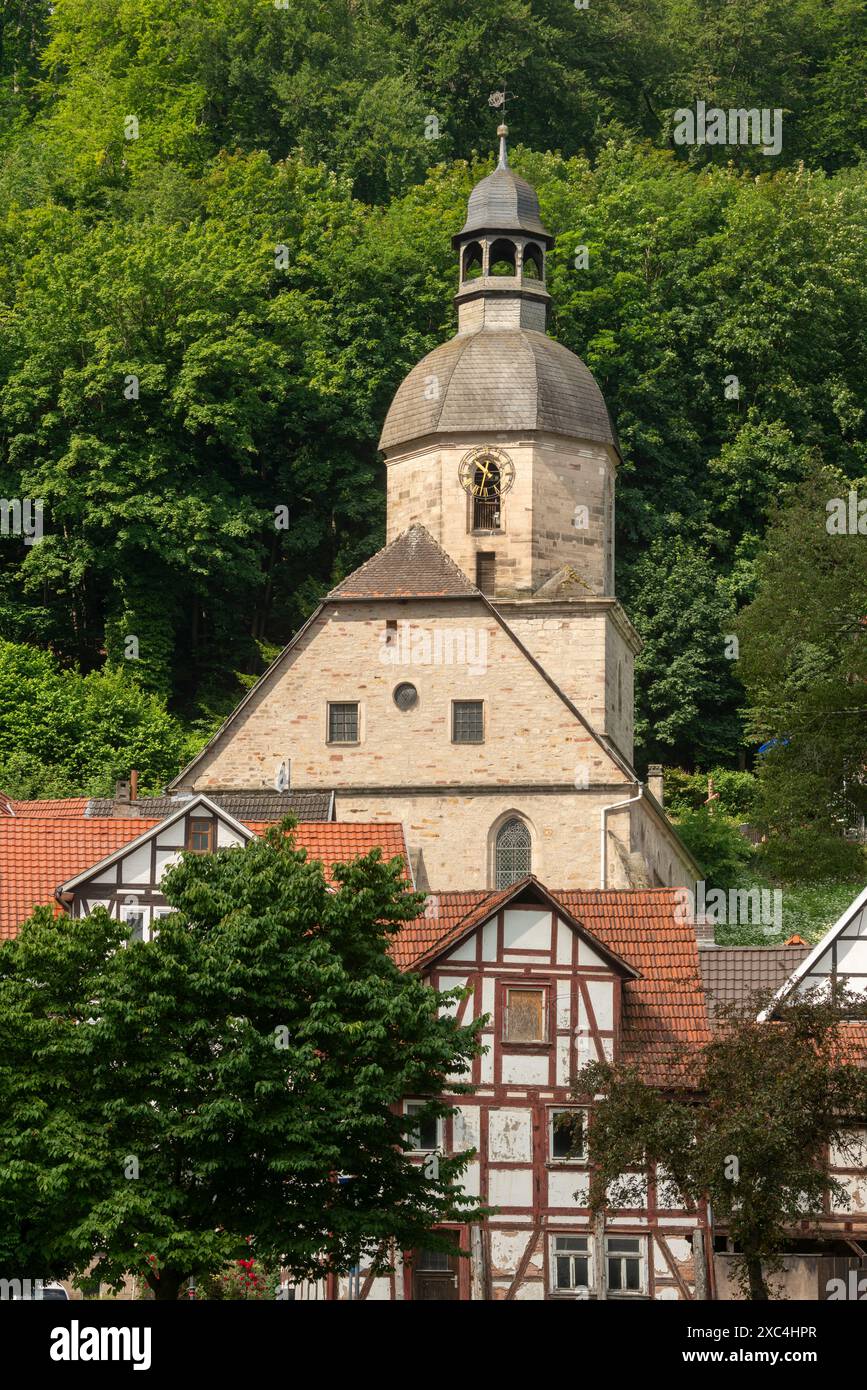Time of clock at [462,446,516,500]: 10:32
